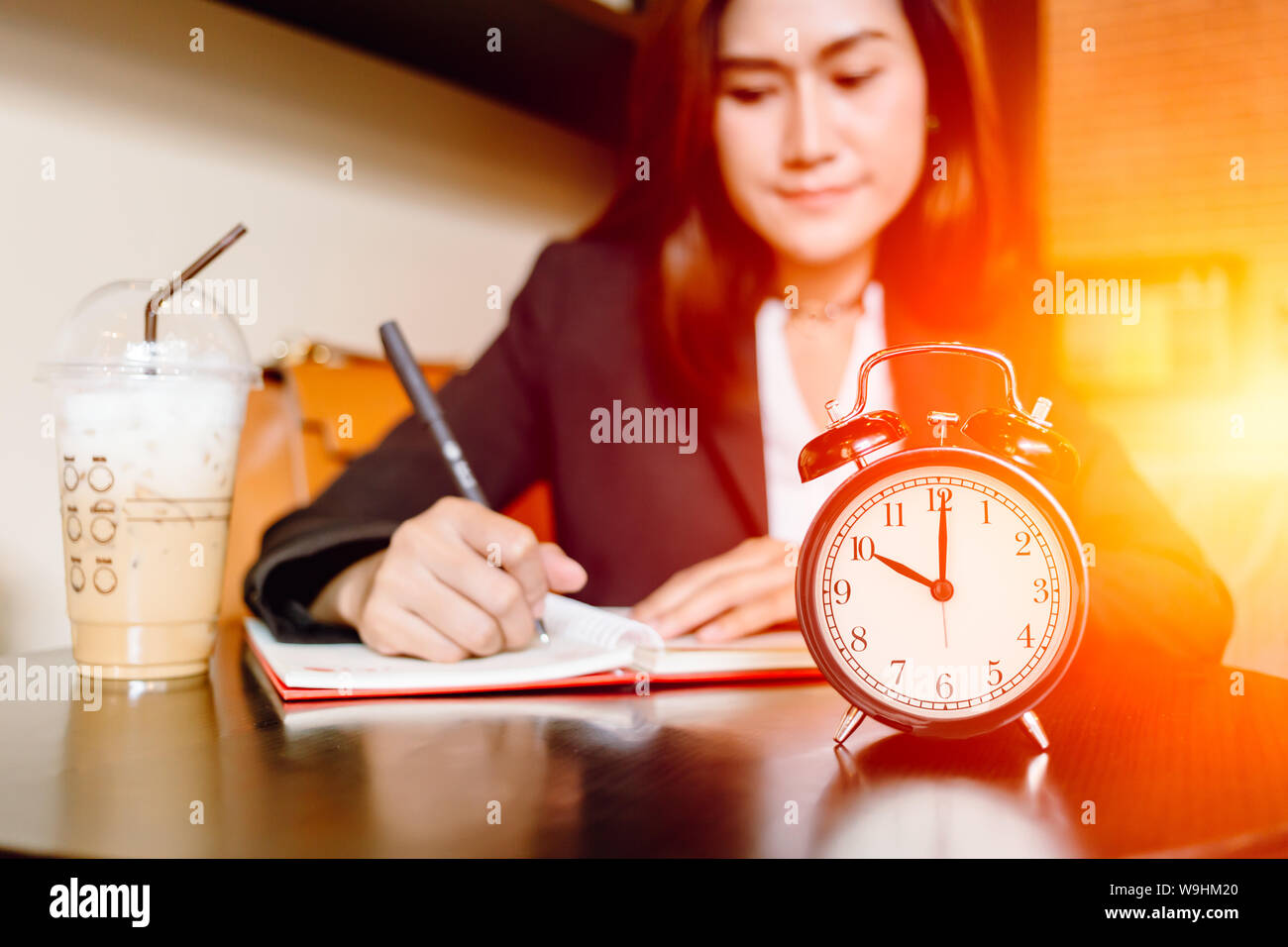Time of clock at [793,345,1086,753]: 10:00
